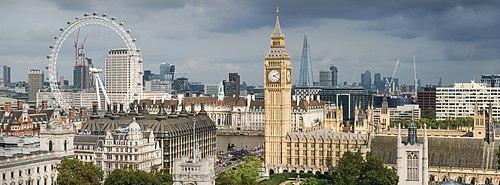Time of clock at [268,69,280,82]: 4:10
